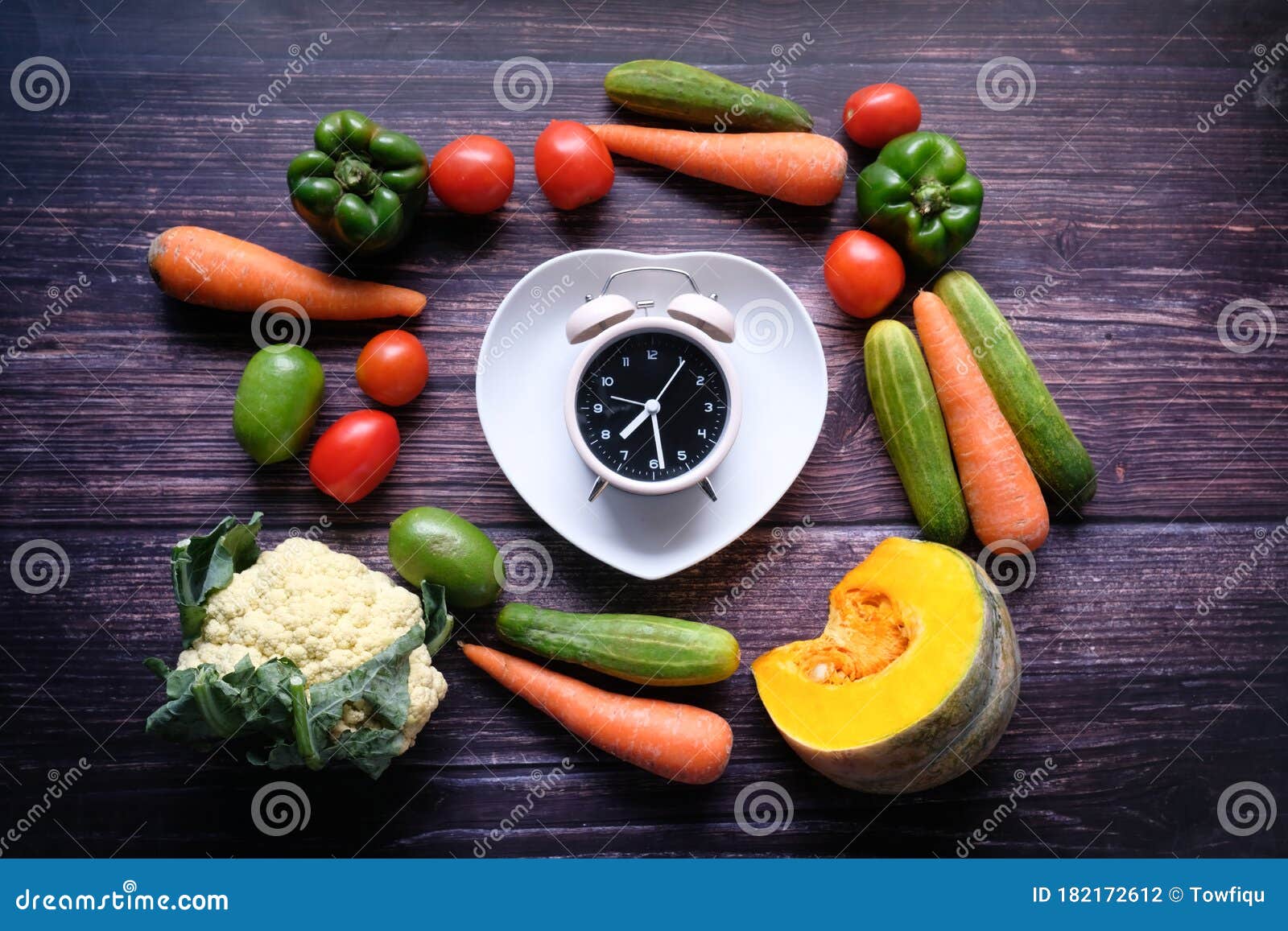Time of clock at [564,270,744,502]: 7:28
